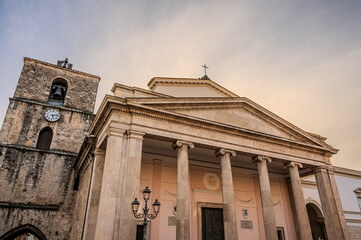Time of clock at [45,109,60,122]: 5:13
